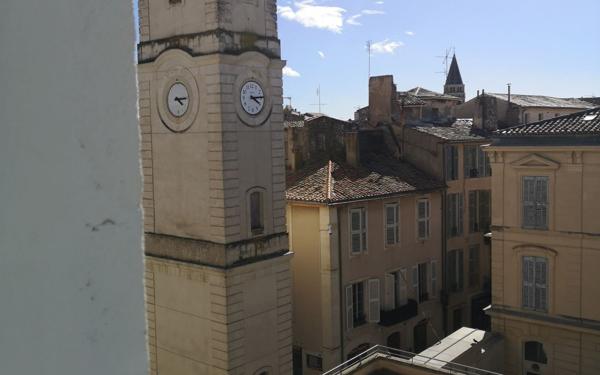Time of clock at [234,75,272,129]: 4:14
